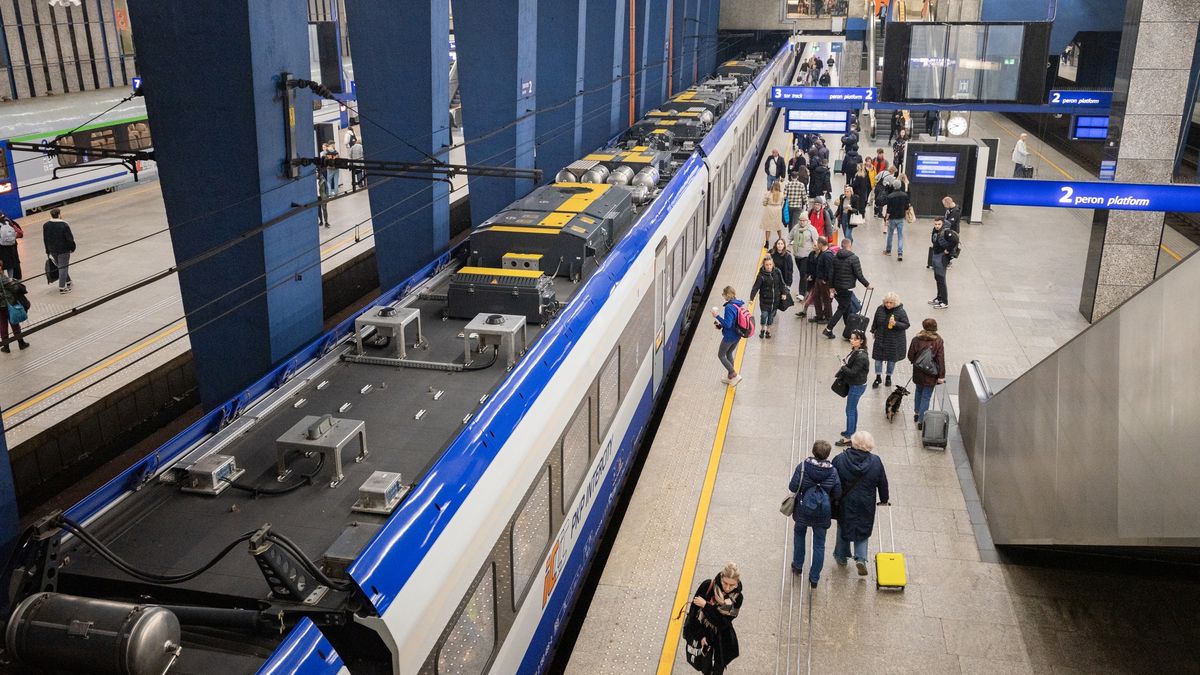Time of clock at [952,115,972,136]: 9:41
